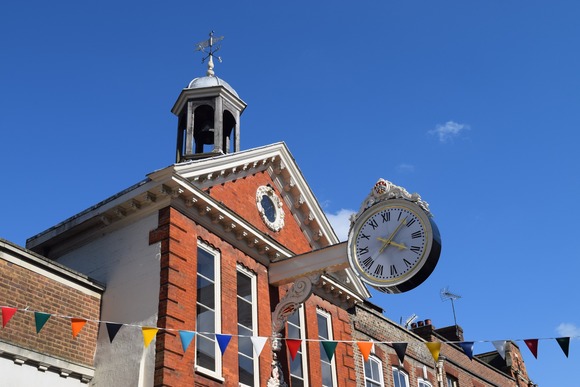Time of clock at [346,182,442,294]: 4:07
